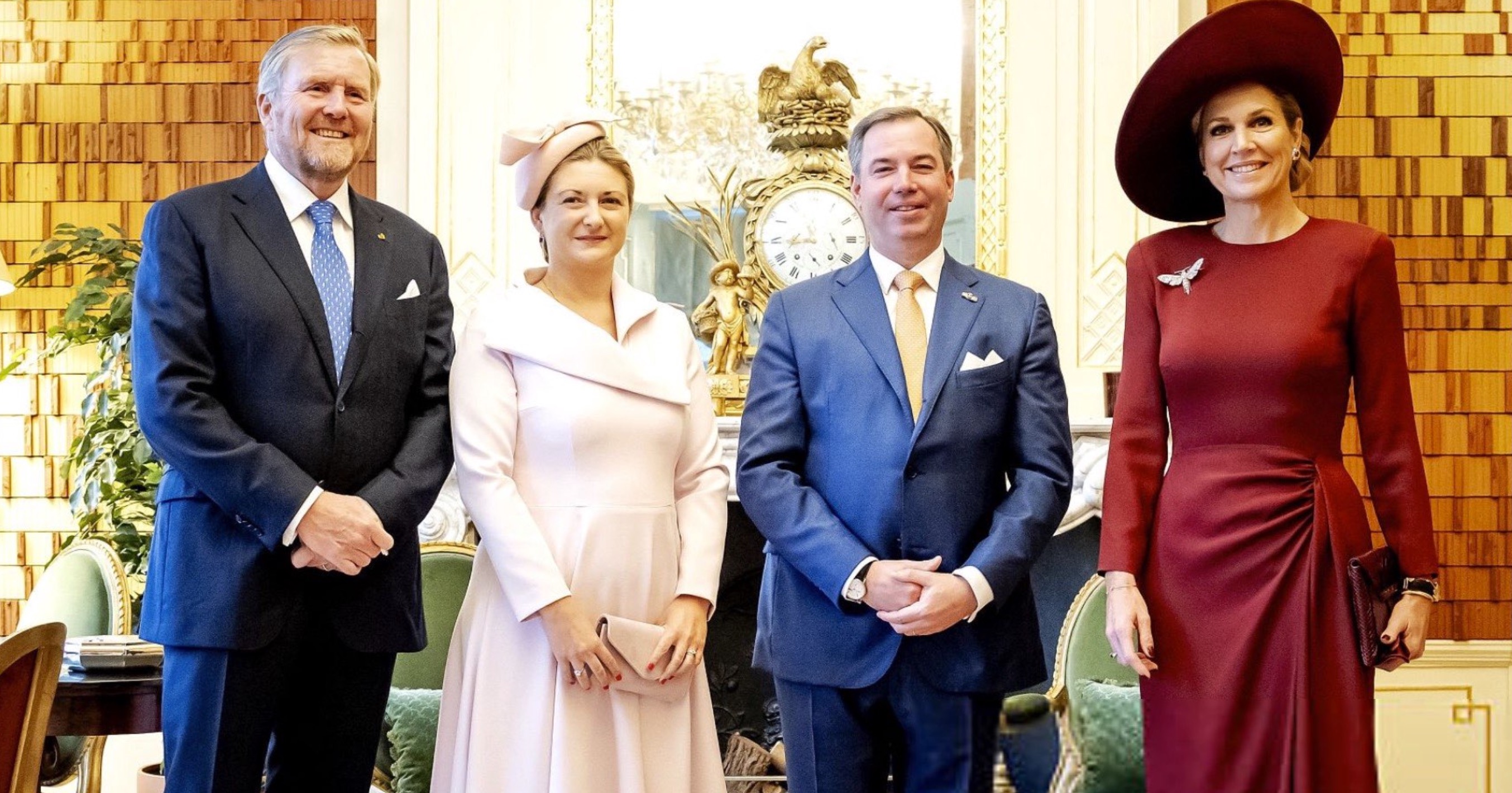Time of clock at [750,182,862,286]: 11:42
